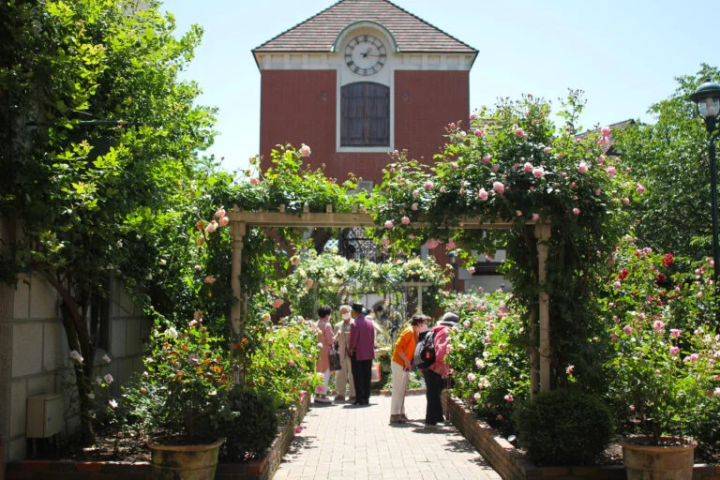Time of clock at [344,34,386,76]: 1:16
